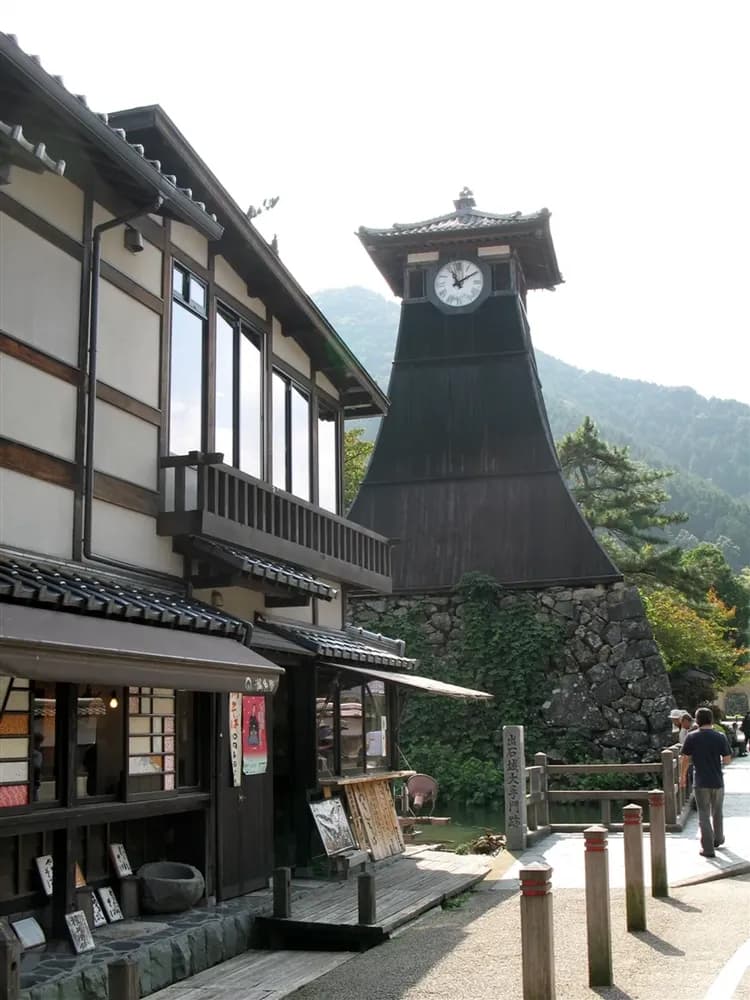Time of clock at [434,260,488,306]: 11:09
